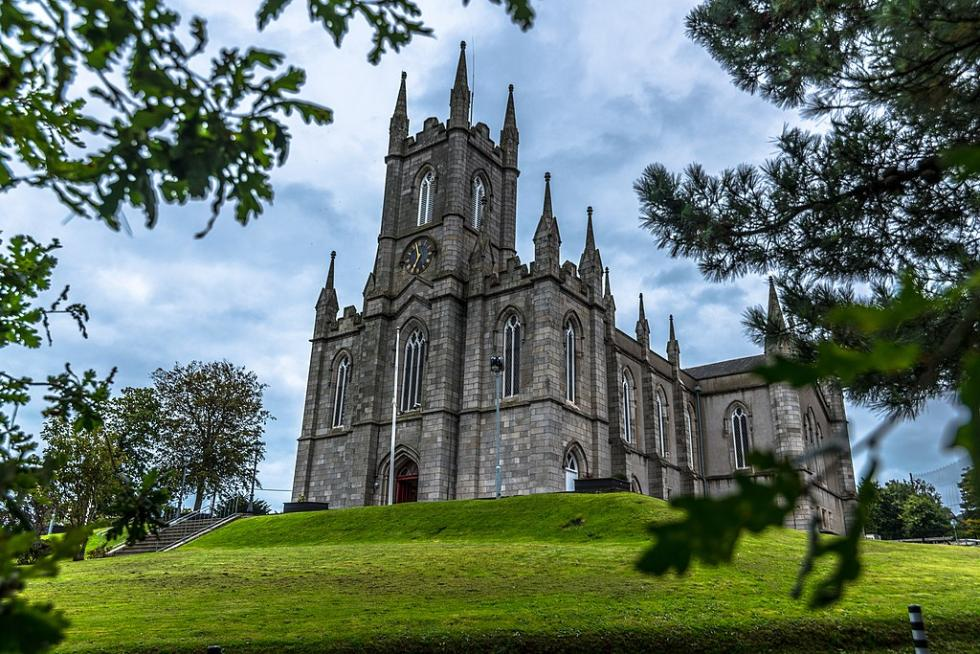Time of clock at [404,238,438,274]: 11:35
